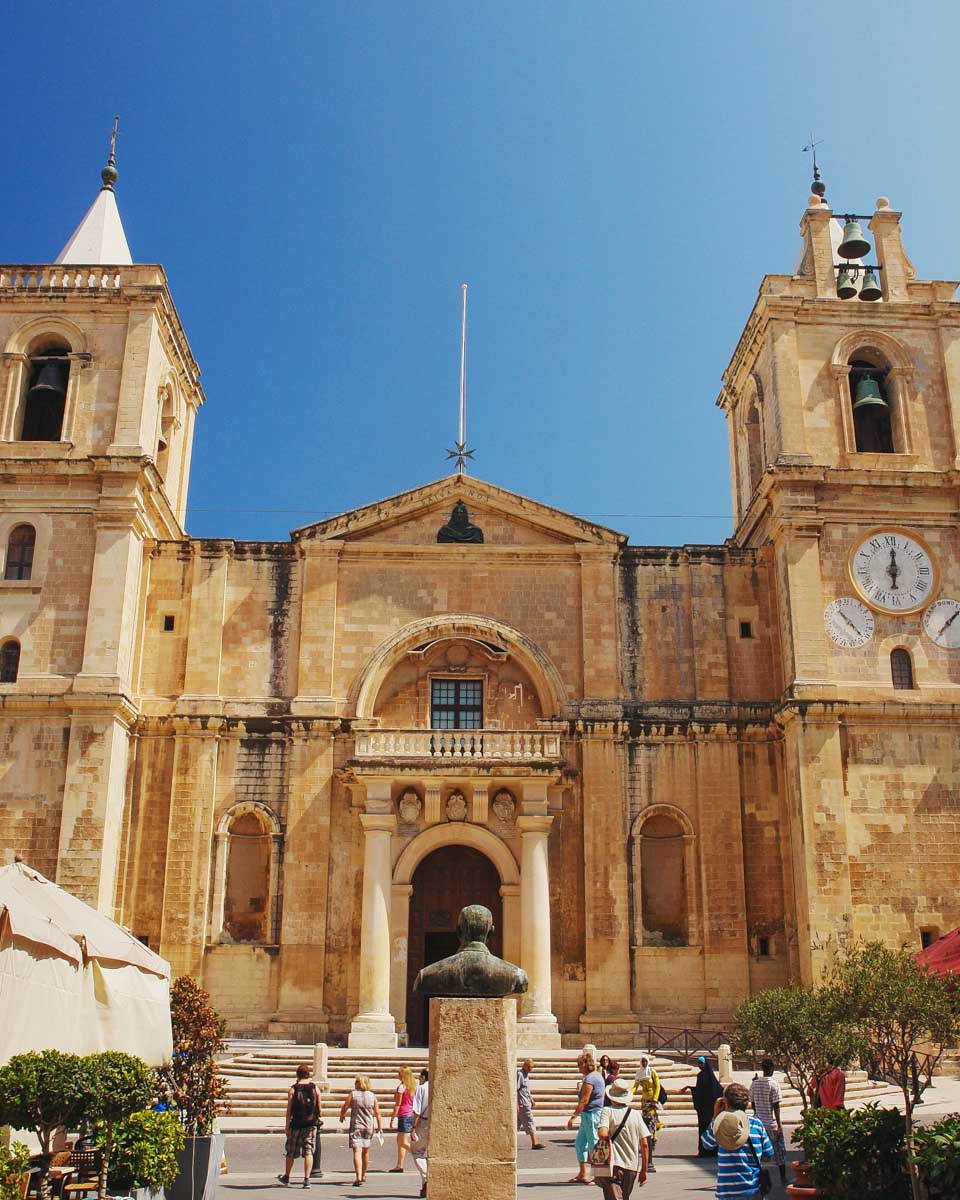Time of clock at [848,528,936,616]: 6:00
